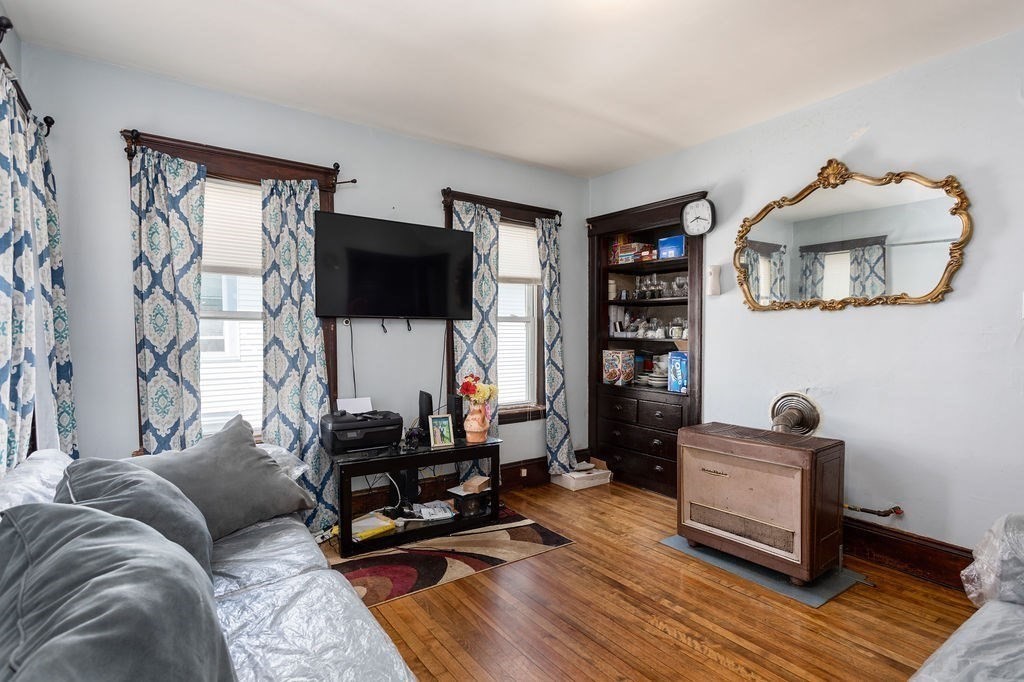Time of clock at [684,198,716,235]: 8:18
